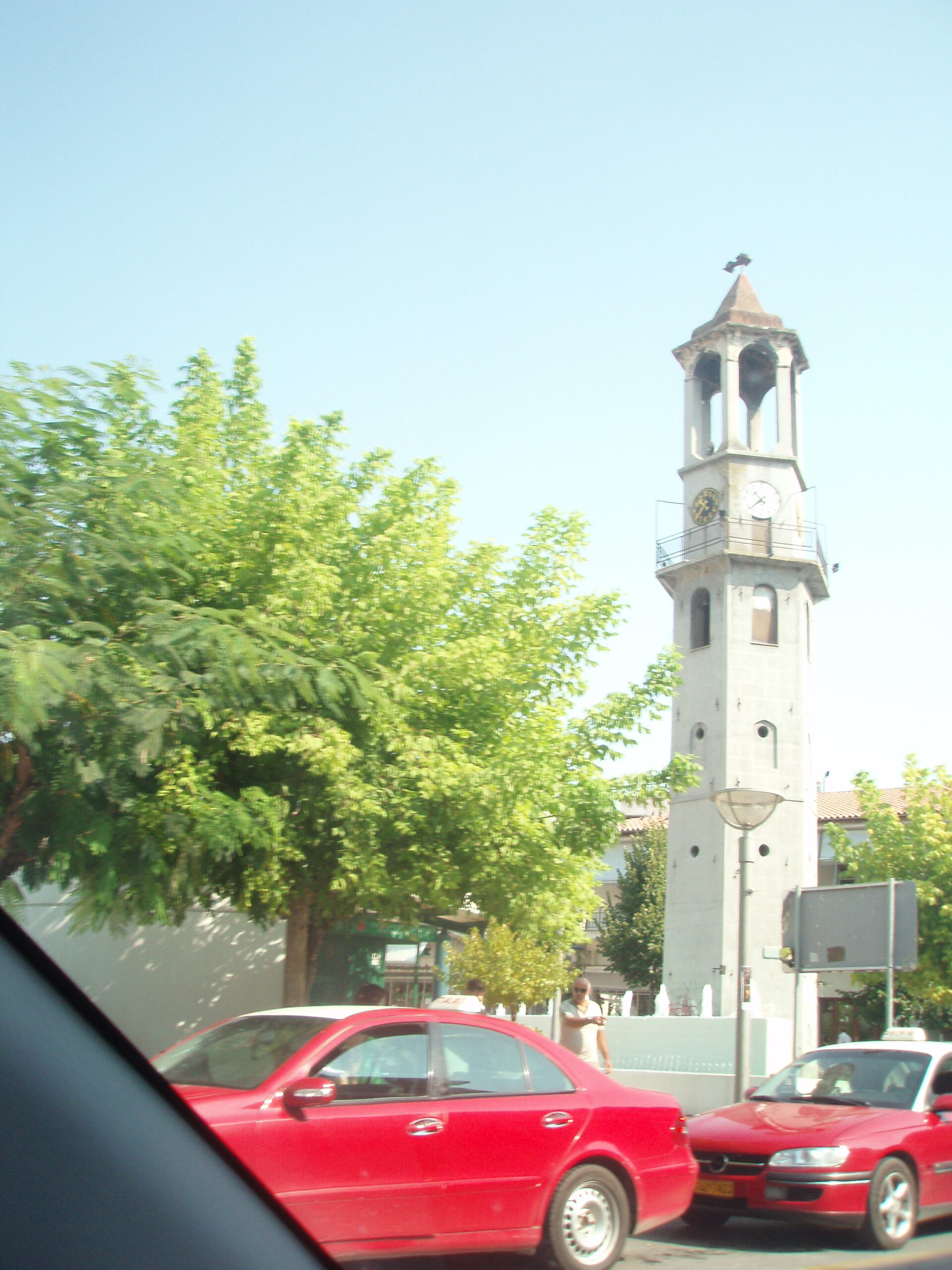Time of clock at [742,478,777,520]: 10:37
